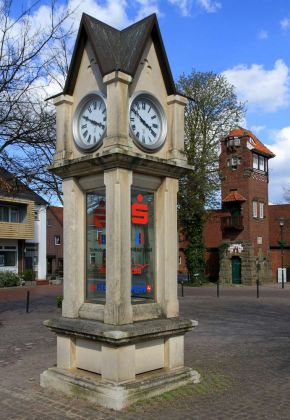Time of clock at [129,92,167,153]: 3:50
